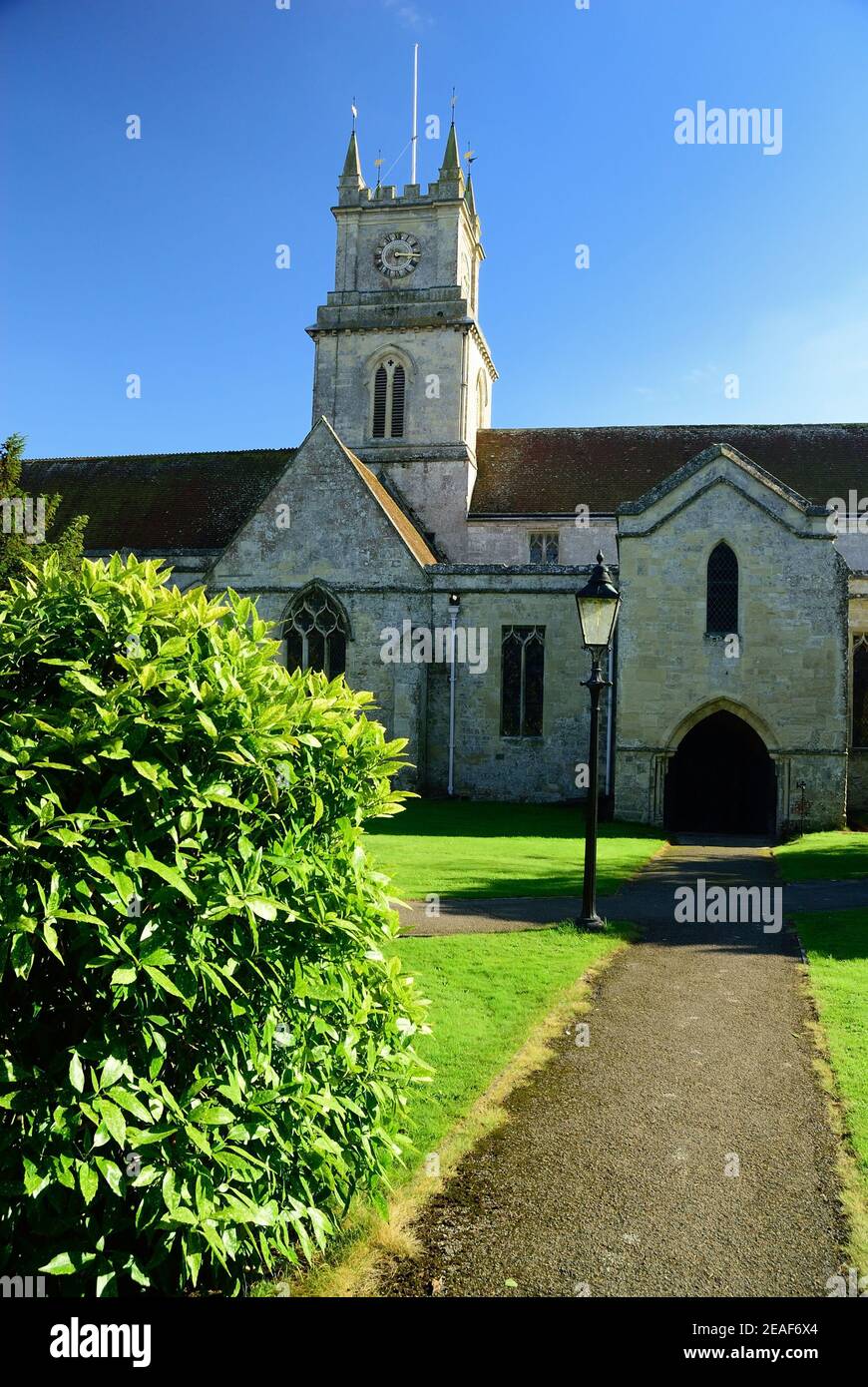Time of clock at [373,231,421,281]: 3:16
